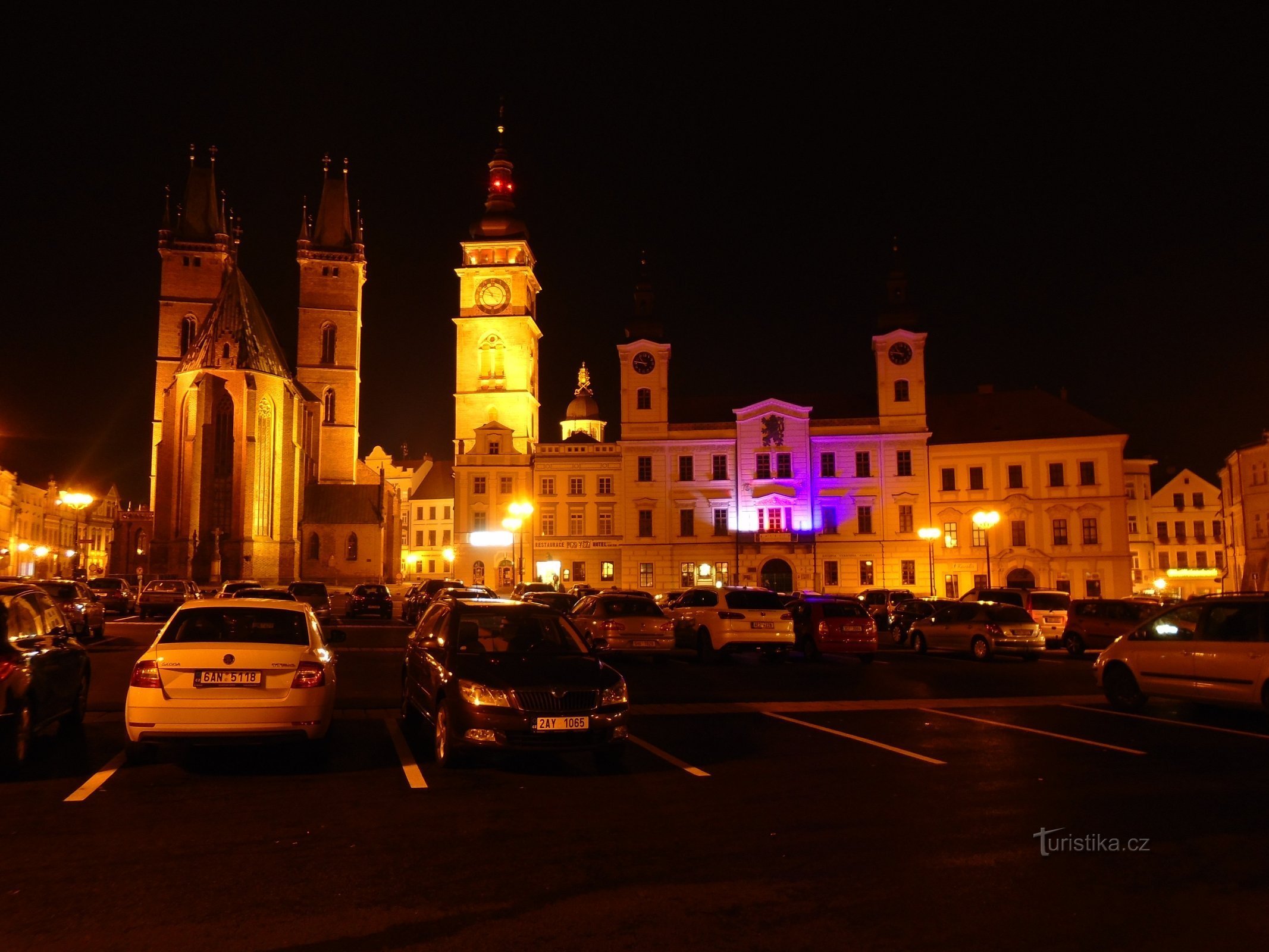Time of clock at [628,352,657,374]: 10:46
